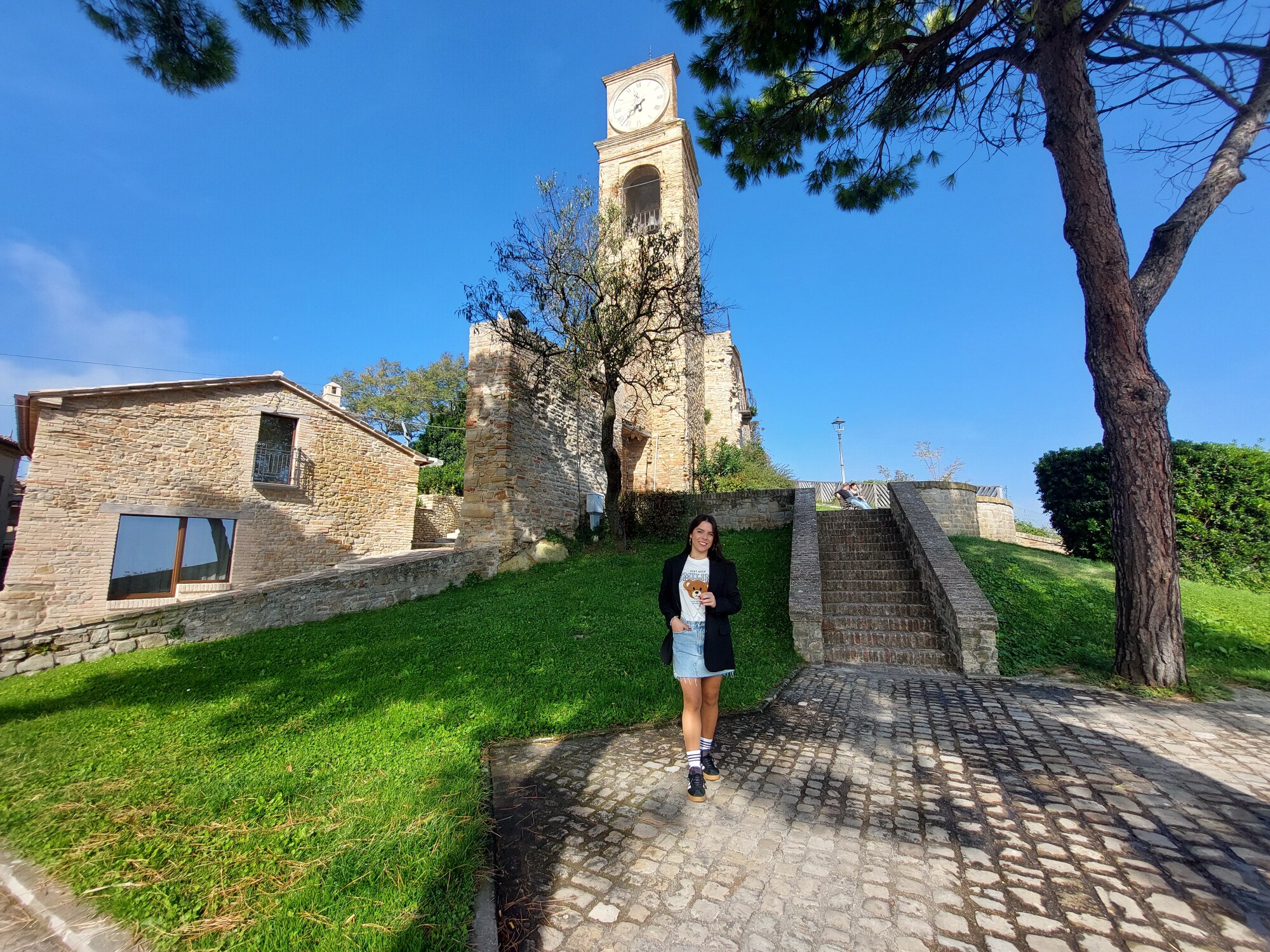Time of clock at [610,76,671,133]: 7:37
